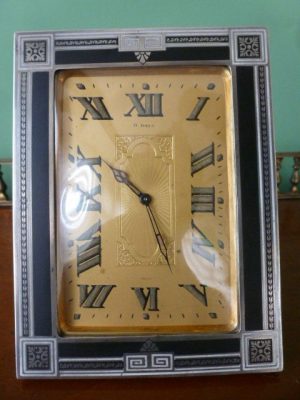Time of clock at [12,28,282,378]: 4:50
